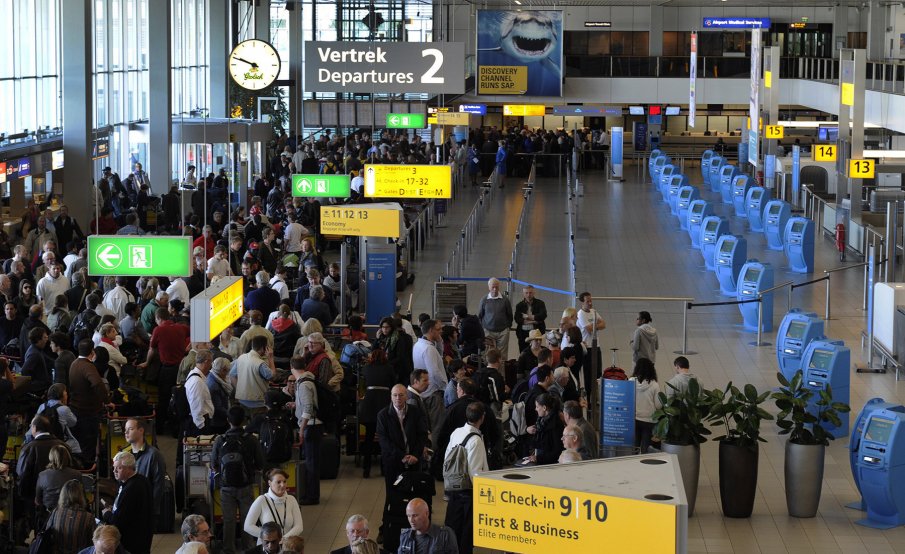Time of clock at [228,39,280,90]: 9:48
